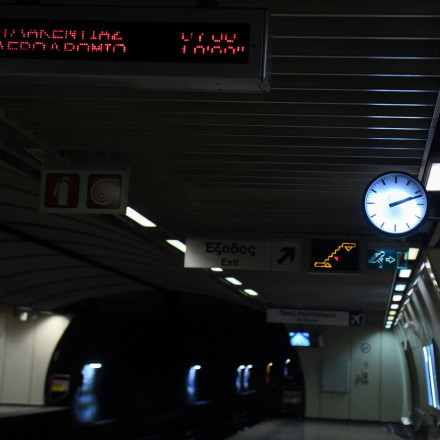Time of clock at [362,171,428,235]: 2:11
